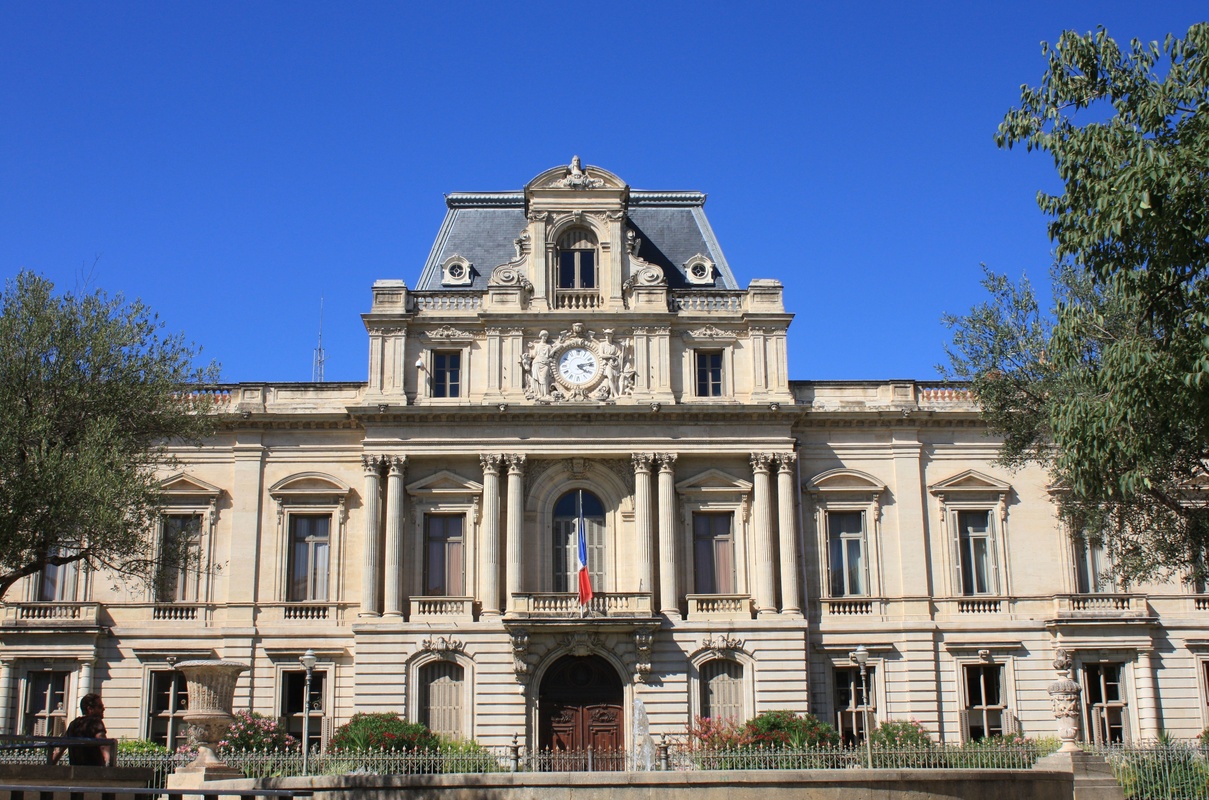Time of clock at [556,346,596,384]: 4:13
